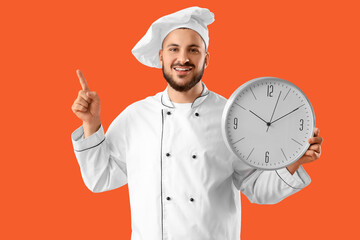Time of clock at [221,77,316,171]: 10:03
